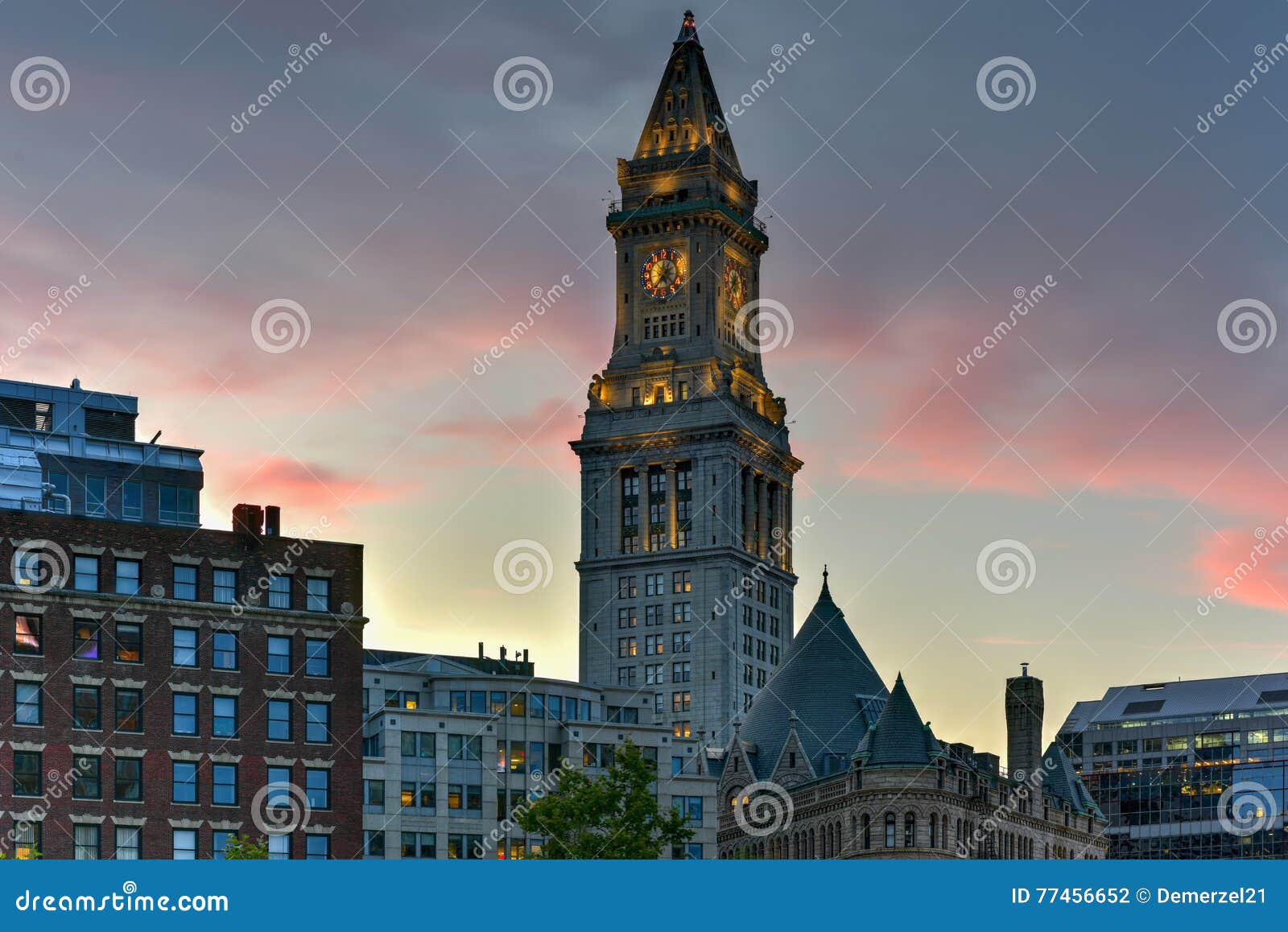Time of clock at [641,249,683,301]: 12:36
